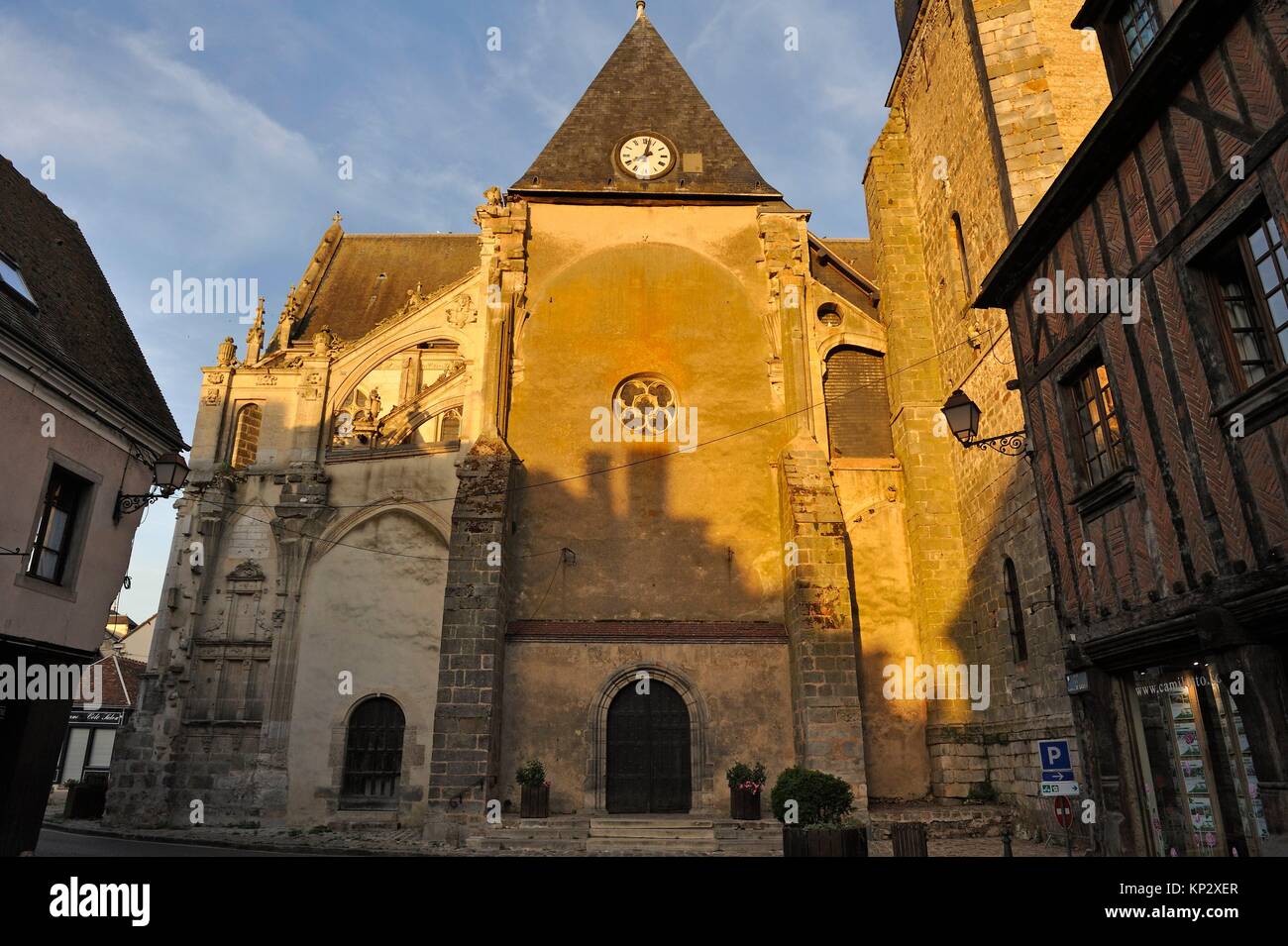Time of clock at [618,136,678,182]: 8:02
